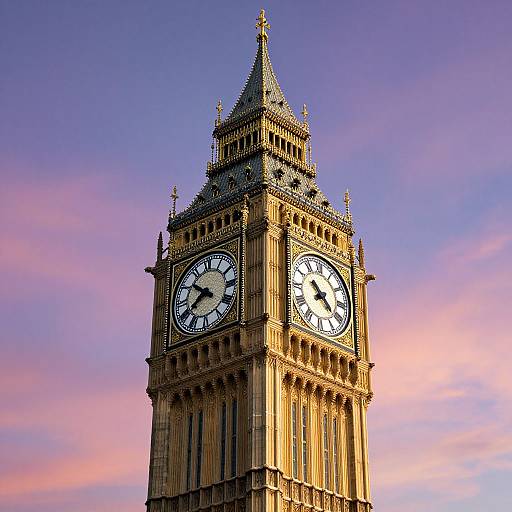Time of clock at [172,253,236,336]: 7:51
